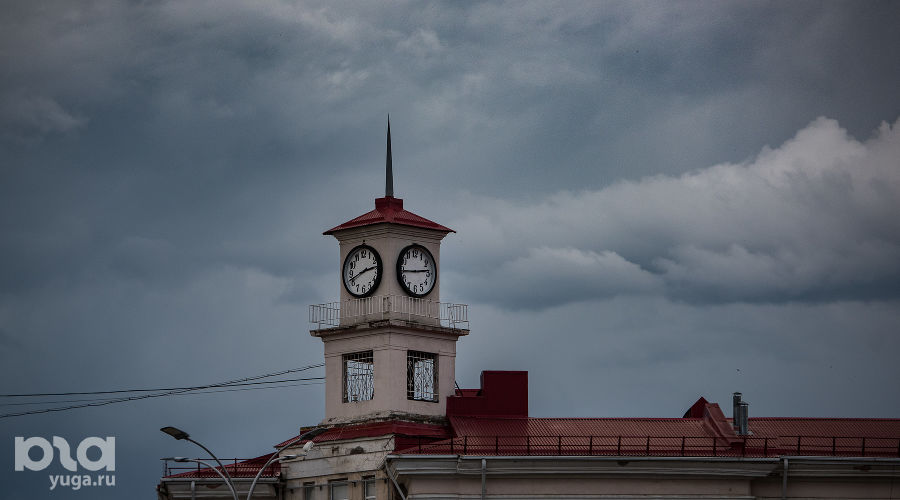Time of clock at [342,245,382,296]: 2:41
